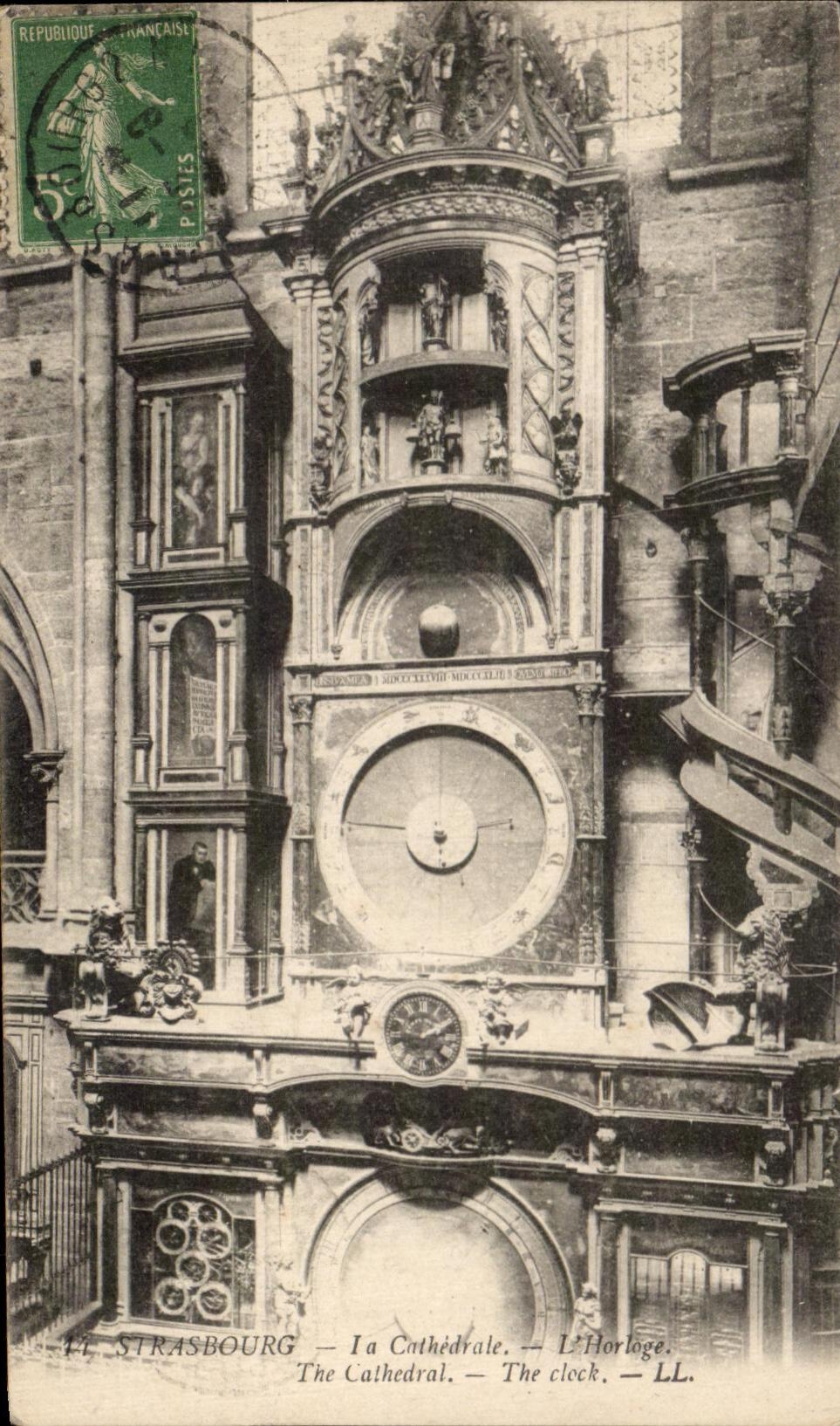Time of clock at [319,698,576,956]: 9:12
